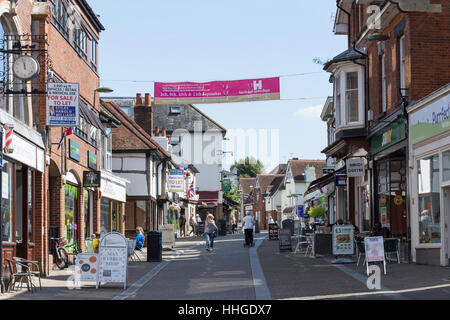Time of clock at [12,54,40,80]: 11:57
